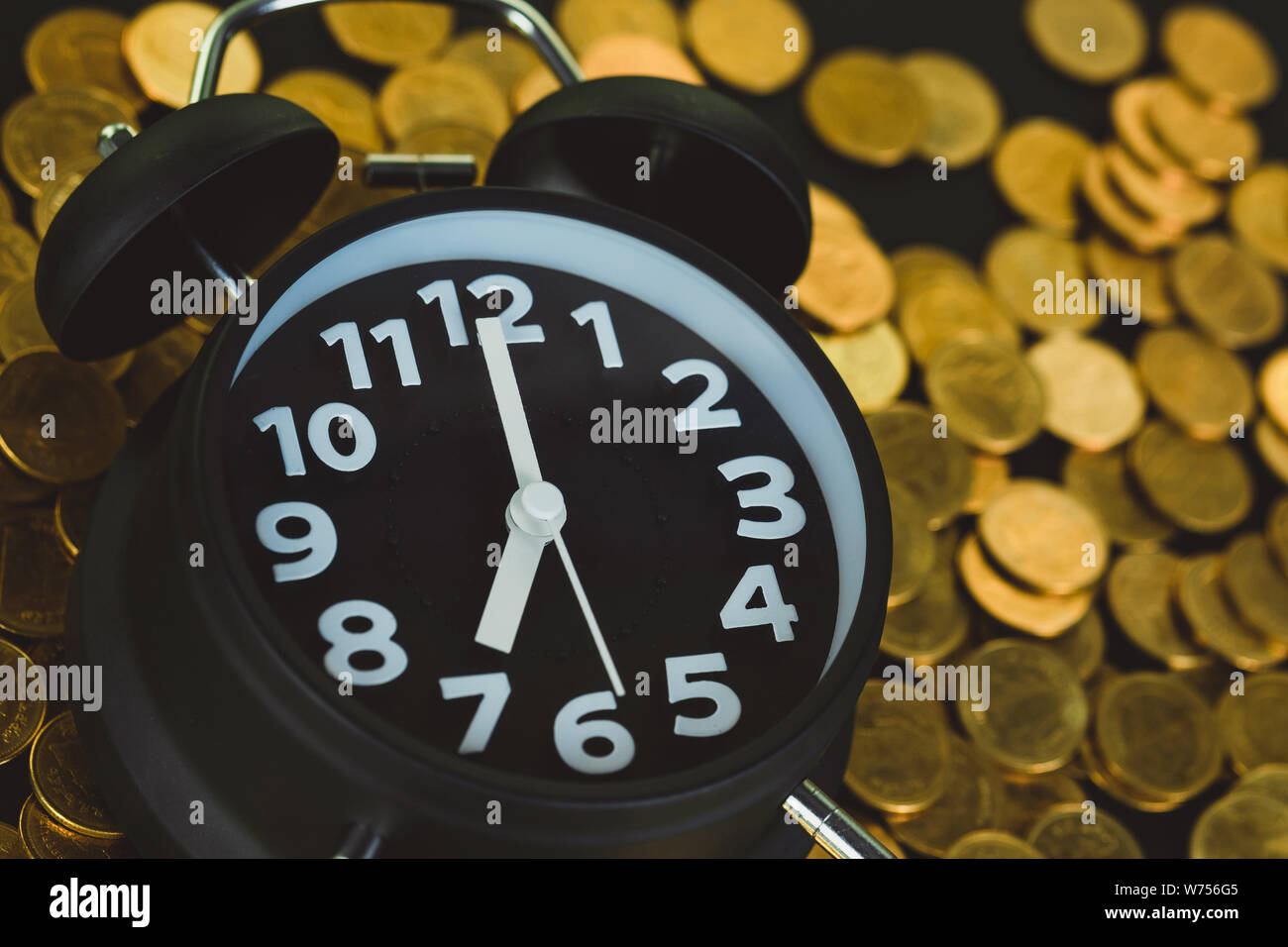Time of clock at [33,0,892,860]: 7:00
